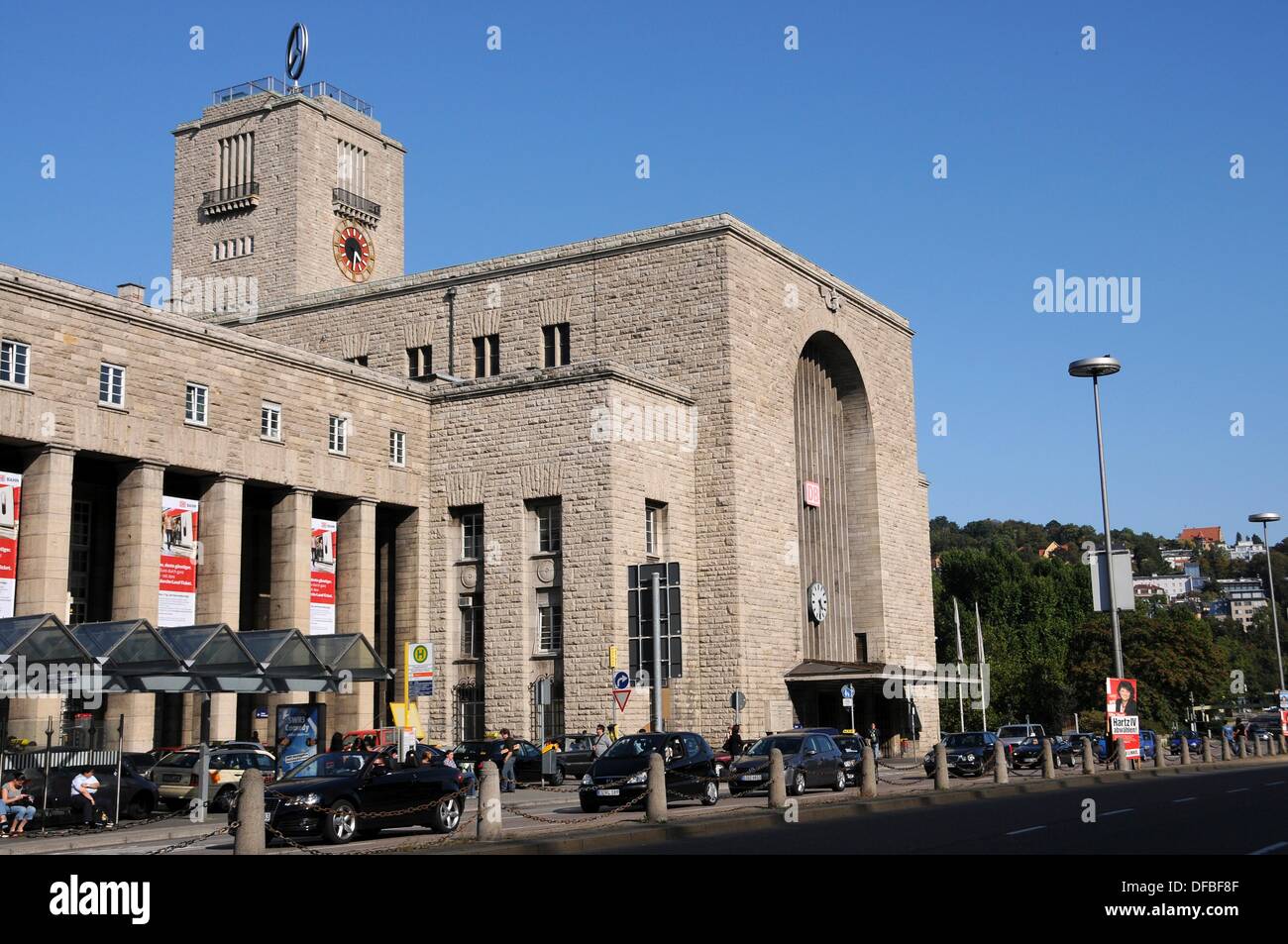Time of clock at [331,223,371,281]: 4:31
